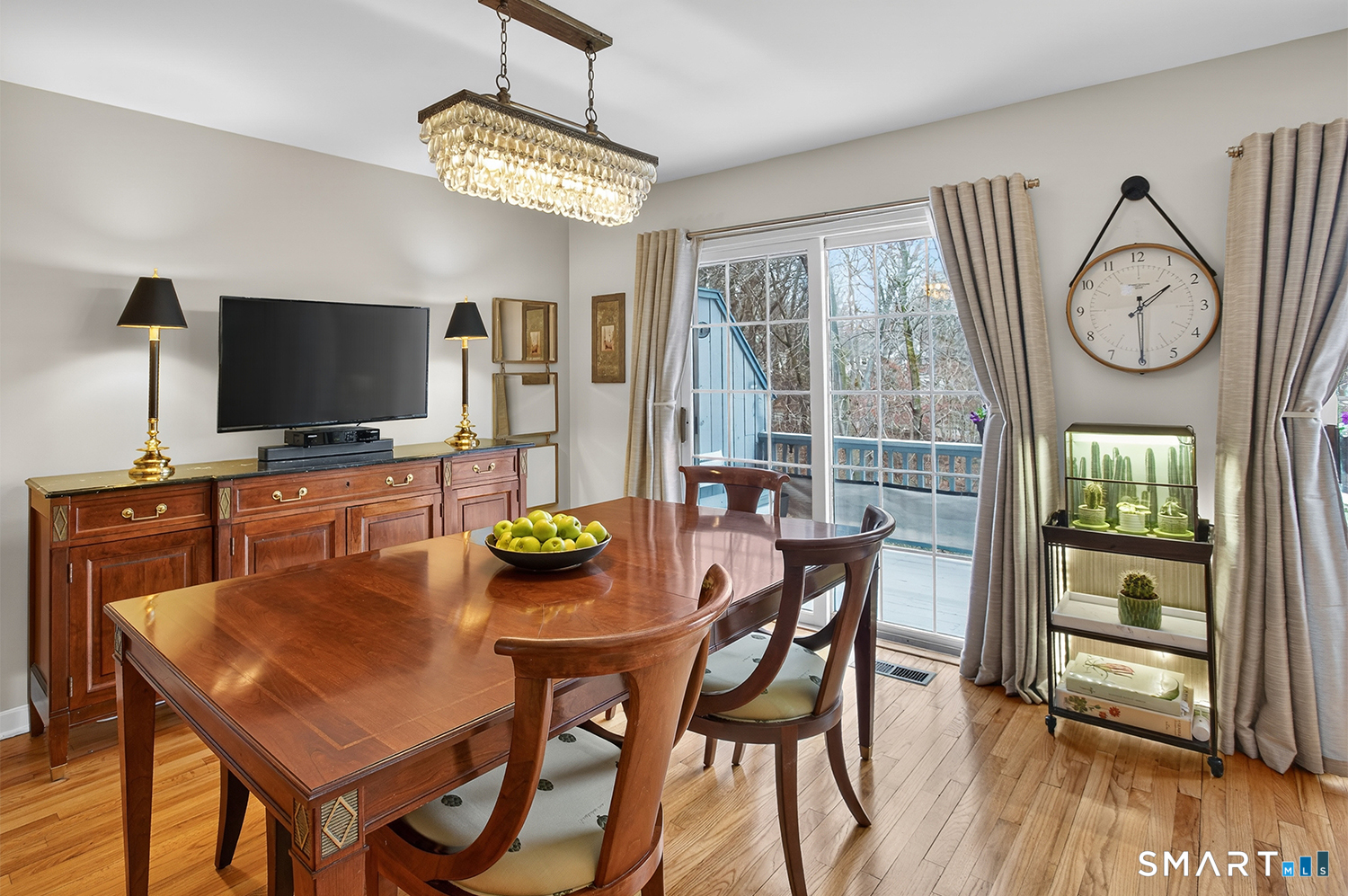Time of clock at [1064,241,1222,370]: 1:29
